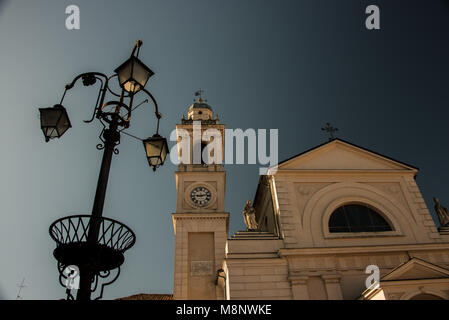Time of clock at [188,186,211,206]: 9:12
